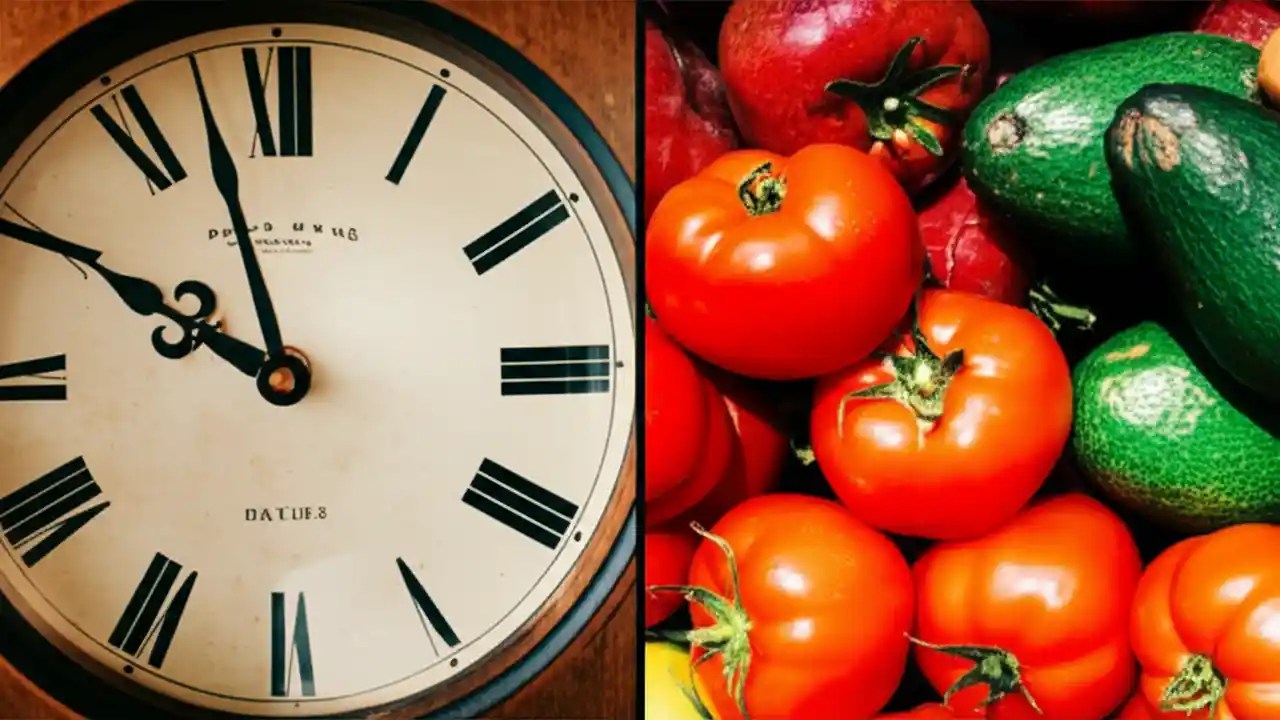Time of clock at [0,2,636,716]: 9:57
